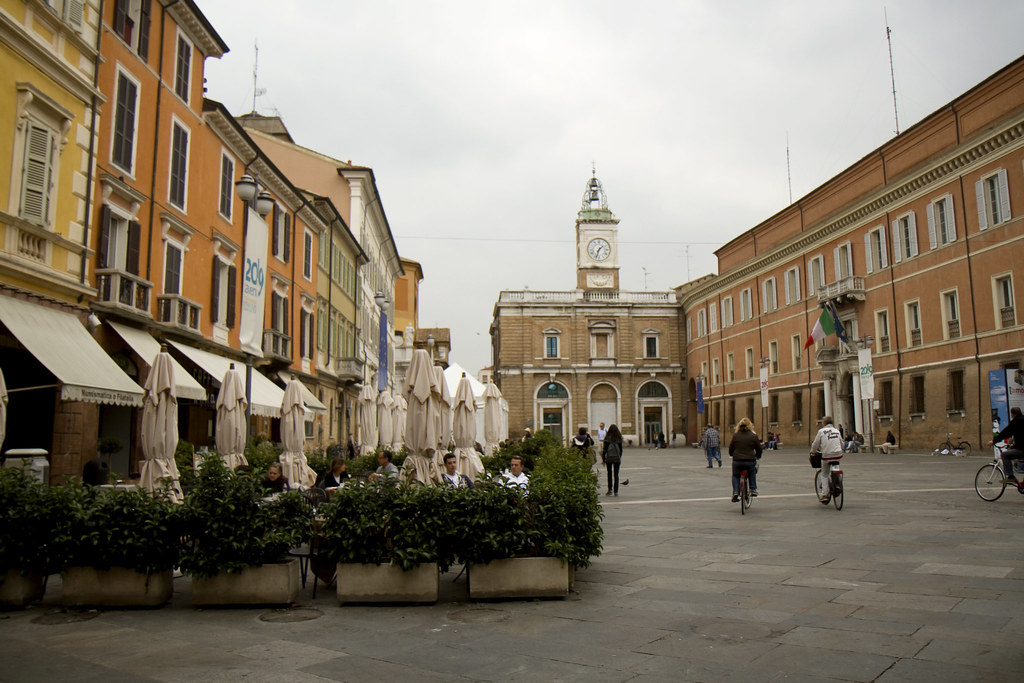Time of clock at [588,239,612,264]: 1:33
